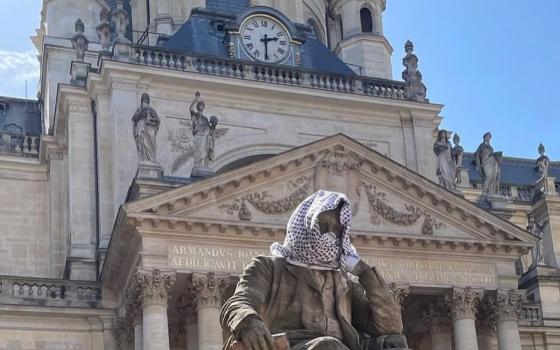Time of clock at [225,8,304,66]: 2:30
